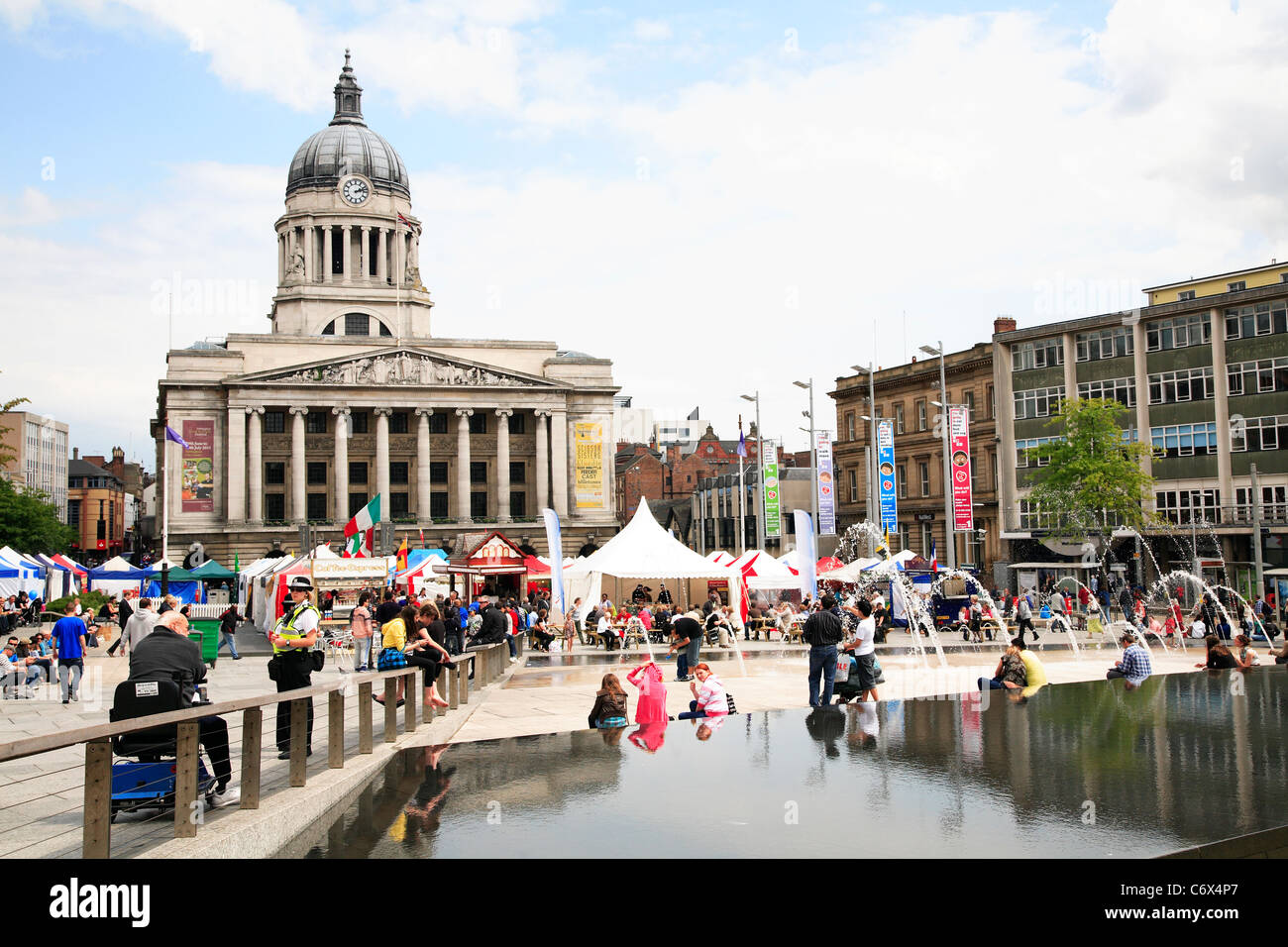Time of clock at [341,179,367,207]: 2:12
